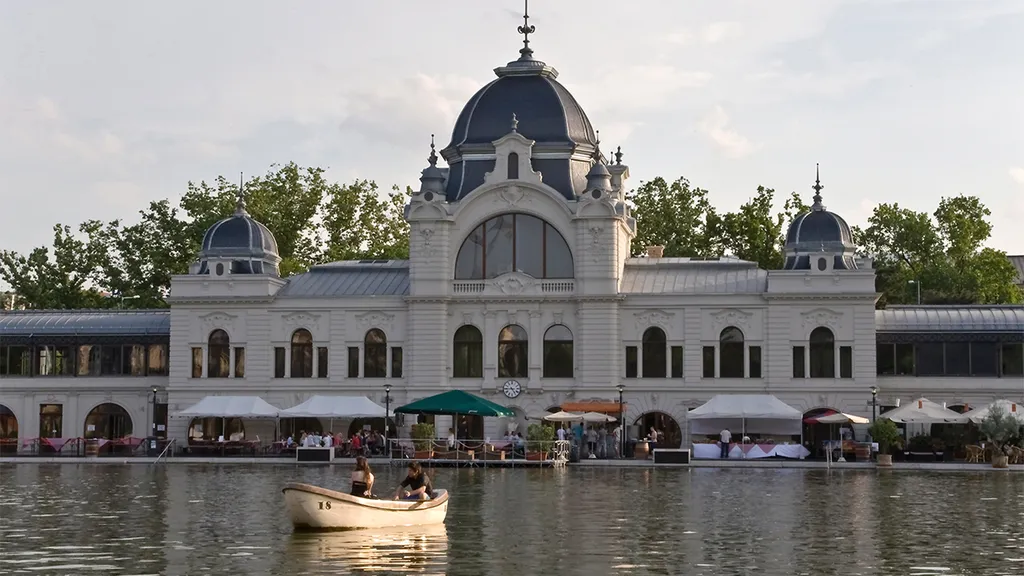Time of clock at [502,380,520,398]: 4:45
